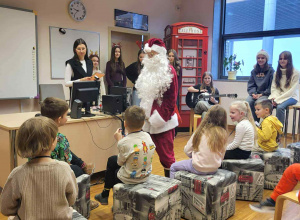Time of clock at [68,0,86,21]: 9:36
